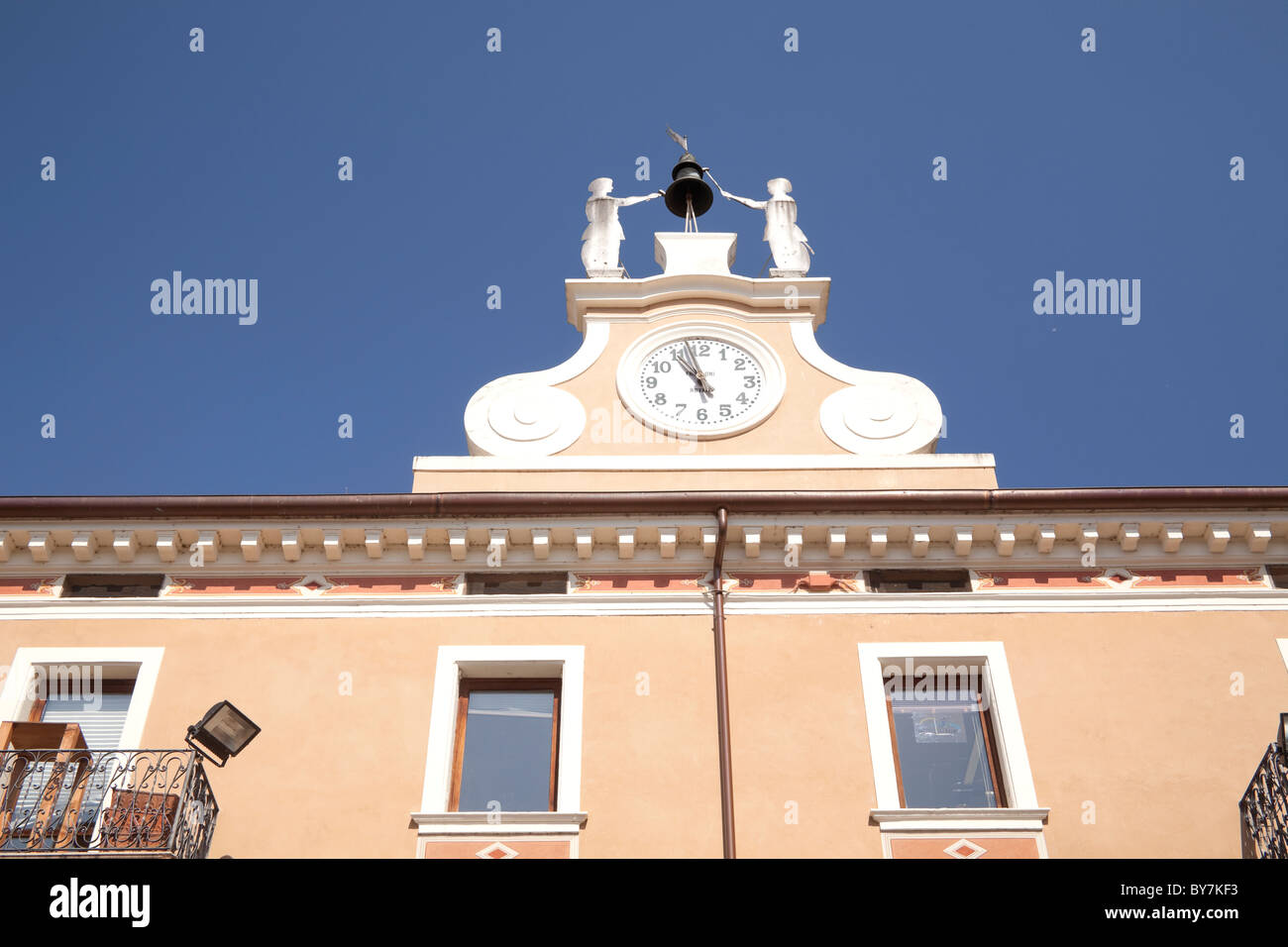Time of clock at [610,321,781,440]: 10:57
